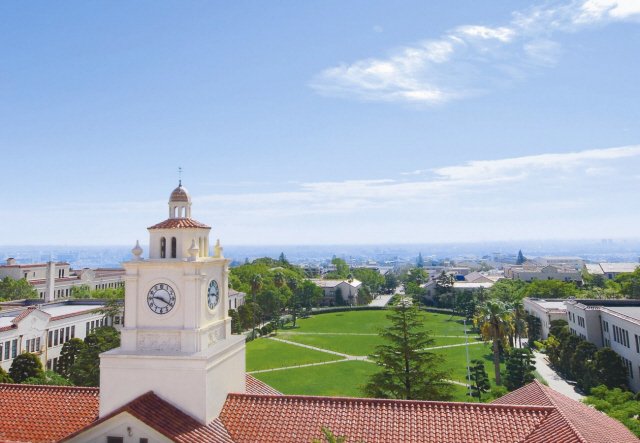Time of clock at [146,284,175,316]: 9:20
